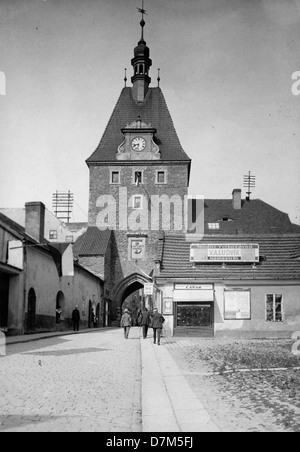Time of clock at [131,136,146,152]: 8:32
